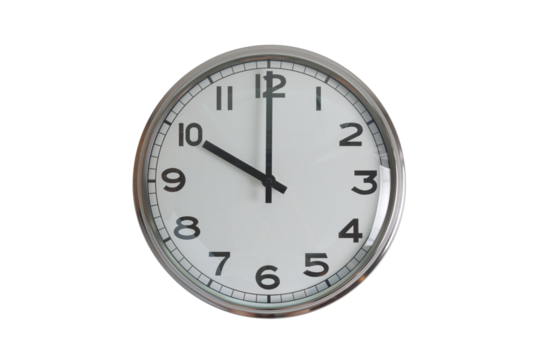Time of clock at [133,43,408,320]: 10:00
